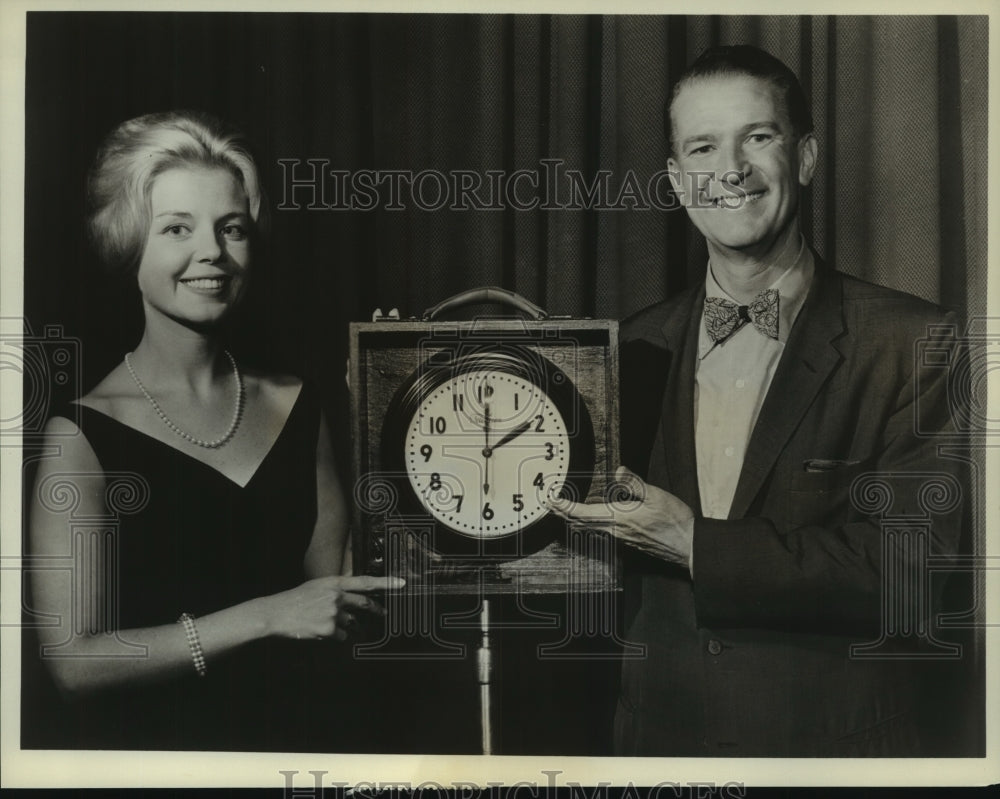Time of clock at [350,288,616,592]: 2:00
